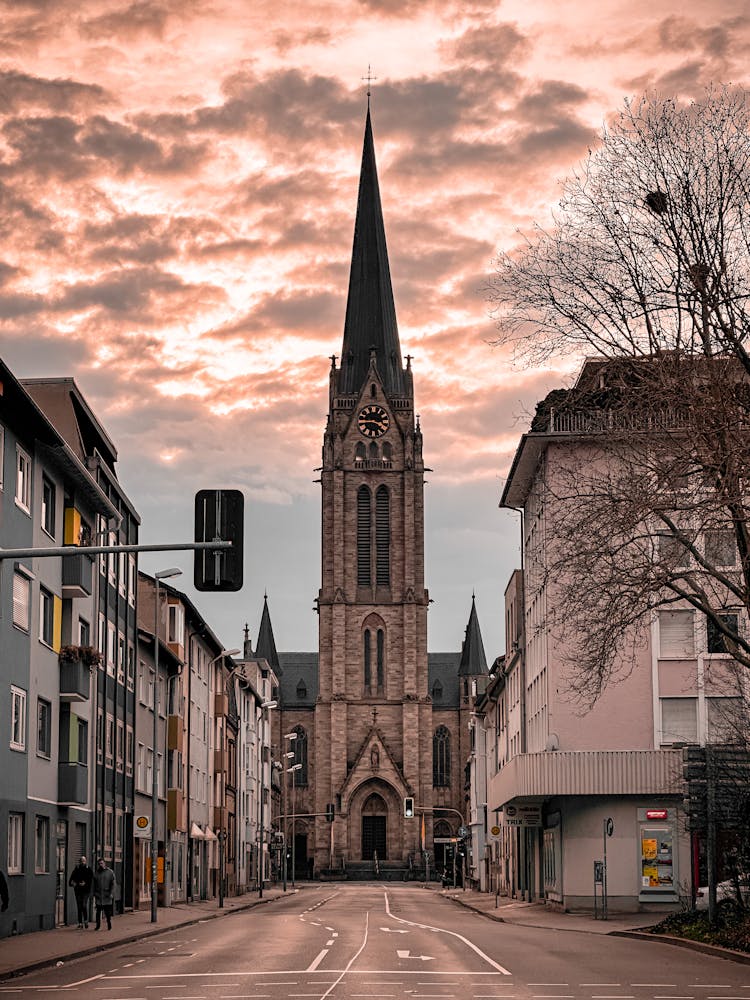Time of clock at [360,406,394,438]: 3:43
